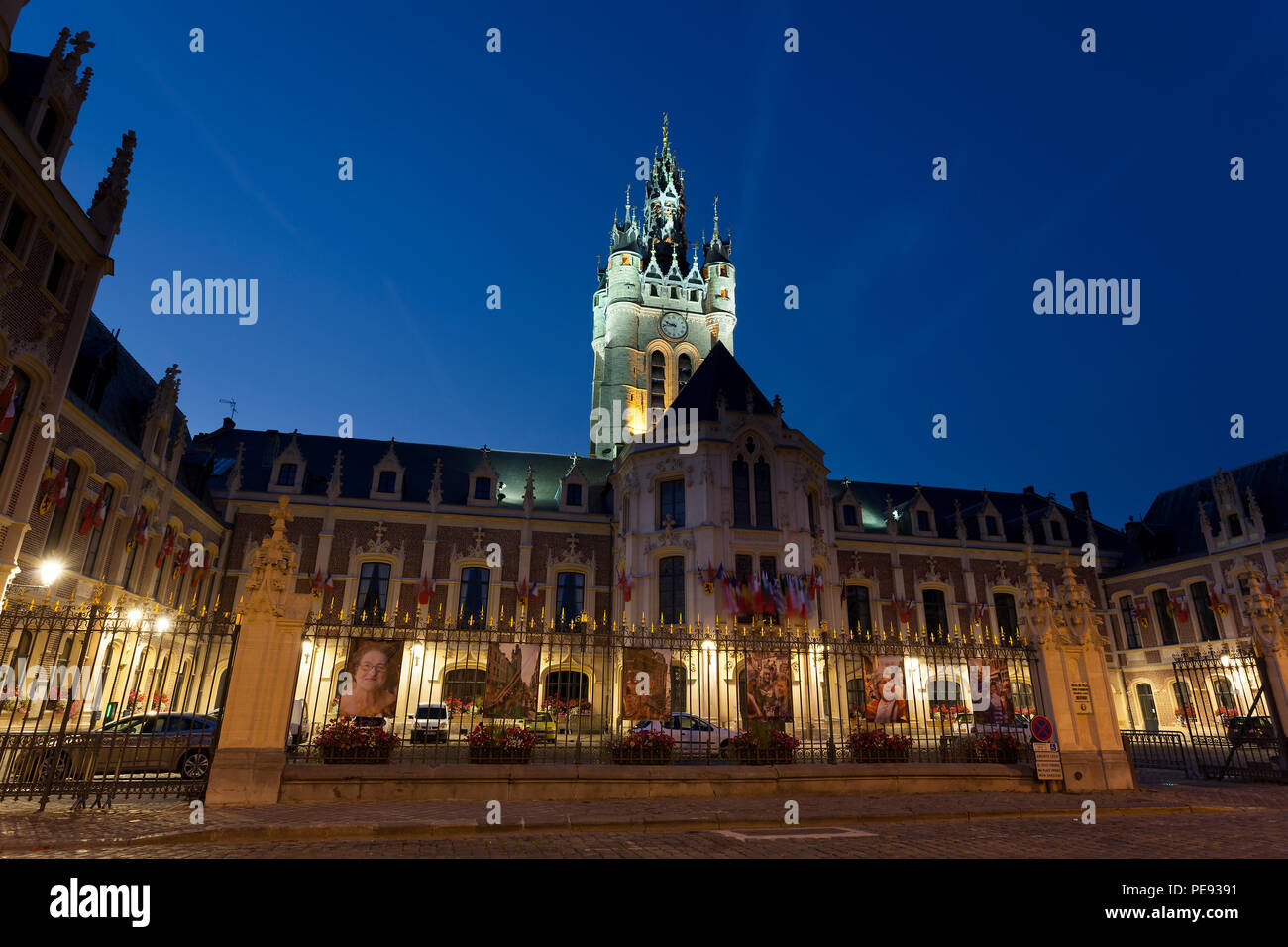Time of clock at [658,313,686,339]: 9:43
